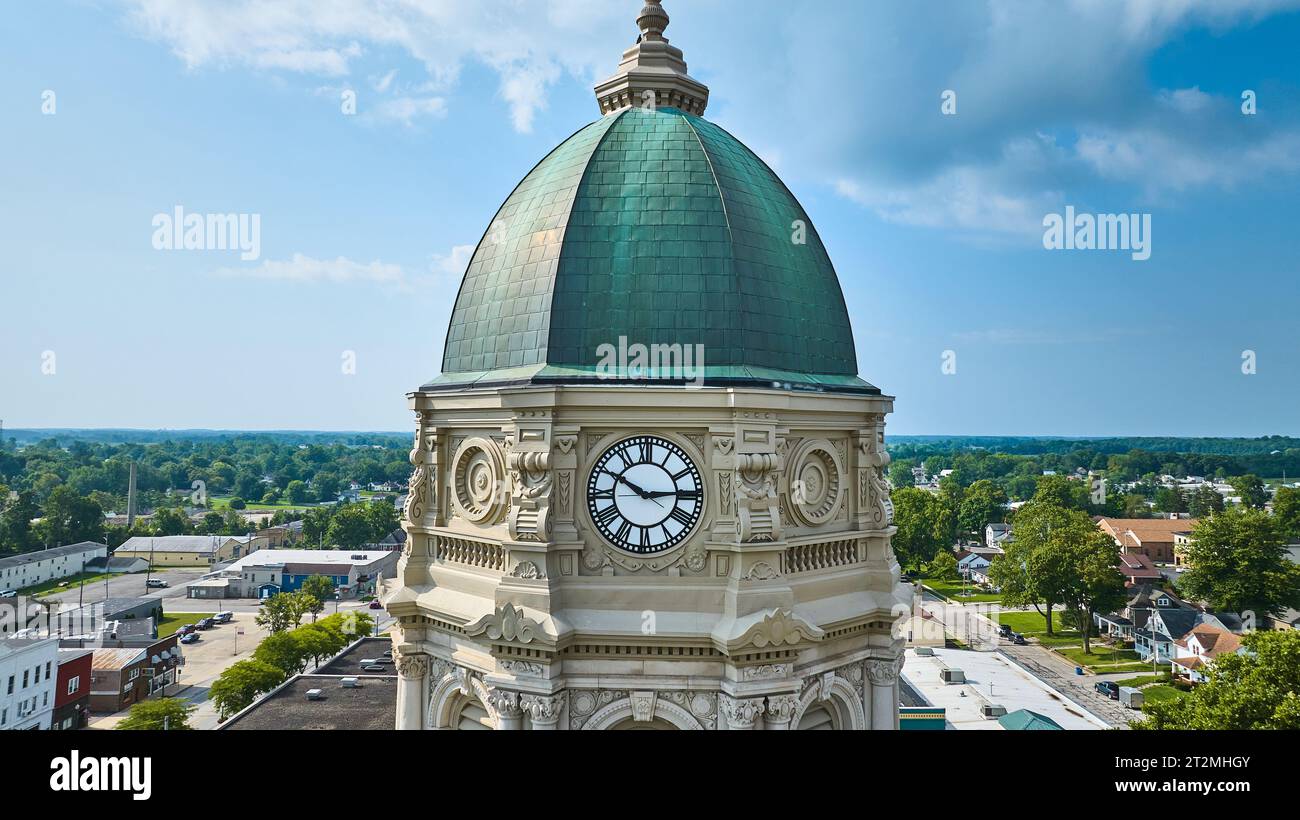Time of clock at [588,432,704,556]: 2:49
